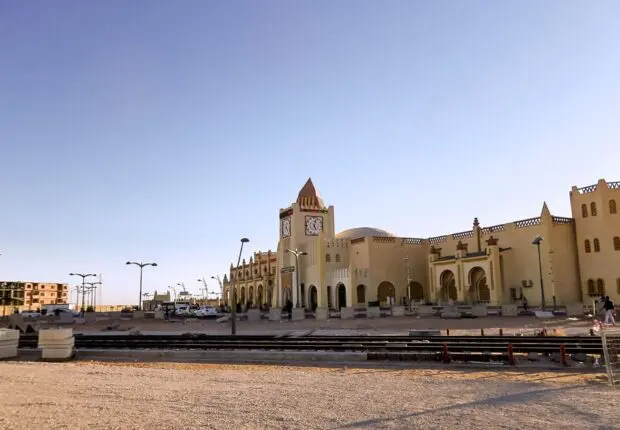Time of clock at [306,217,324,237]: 5:02
